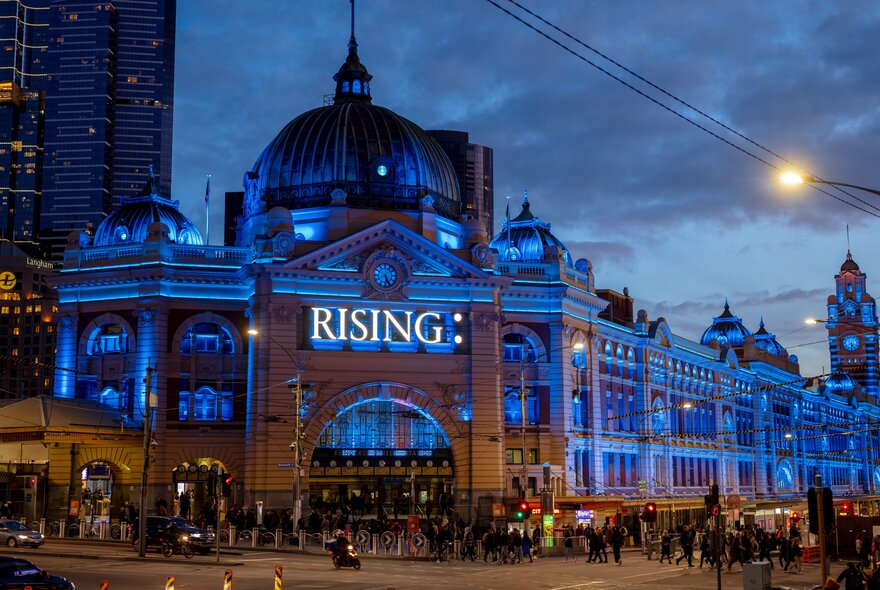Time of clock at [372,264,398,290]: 5:25
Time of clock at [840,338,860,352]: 5:30
